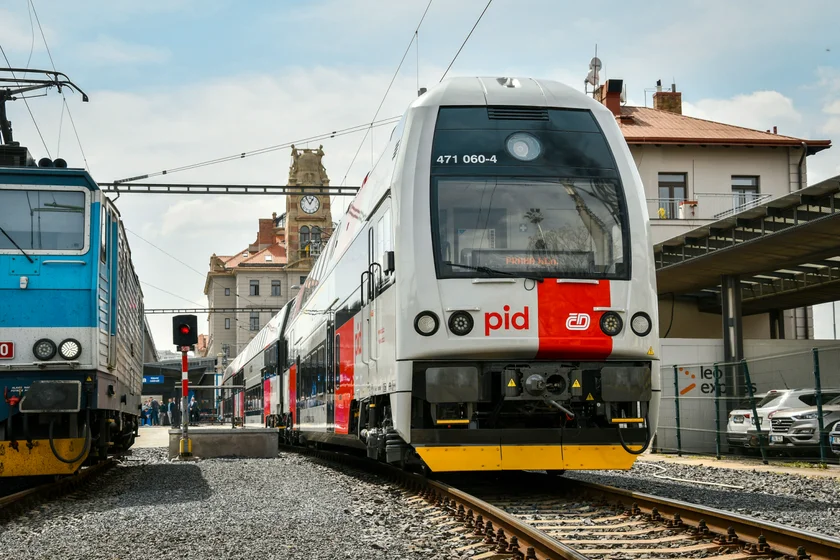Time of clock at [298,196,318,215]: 12:55
